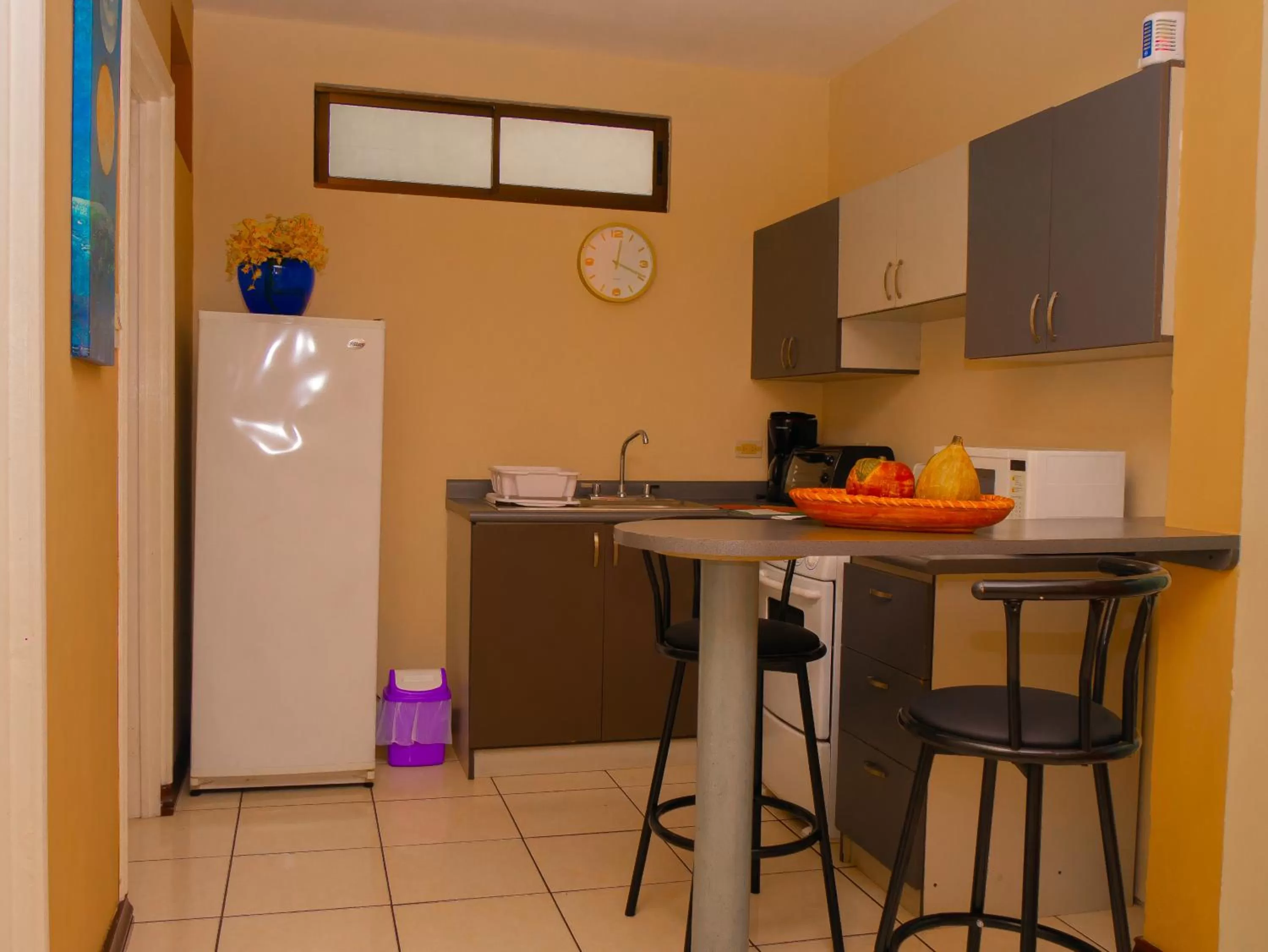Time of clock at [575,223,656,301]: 12:19
